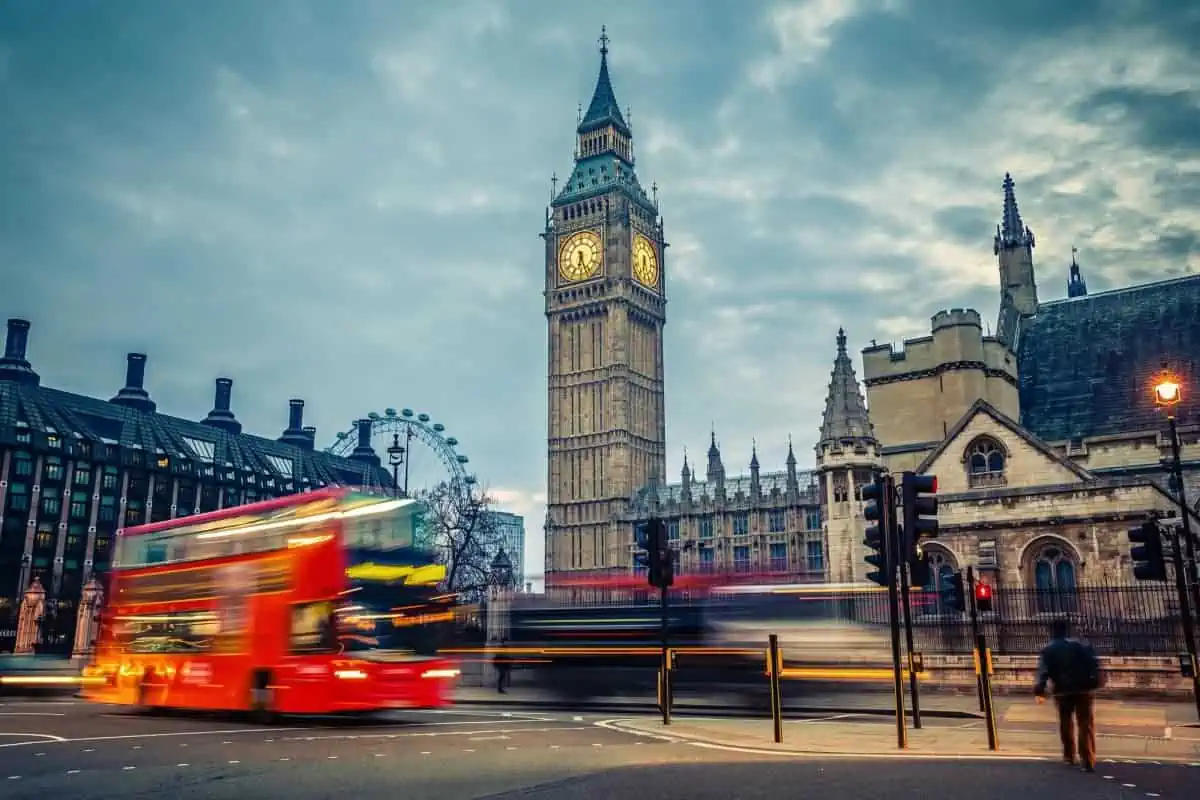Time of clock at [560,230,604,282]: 6:26
